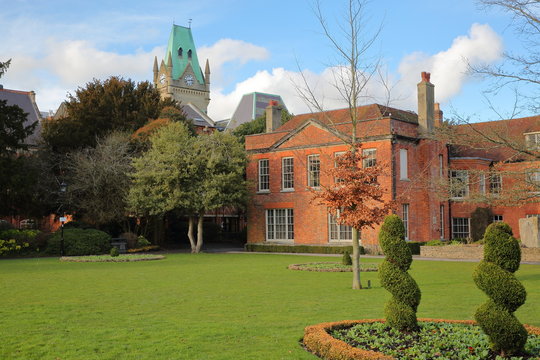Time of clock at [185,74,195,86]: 2:42
